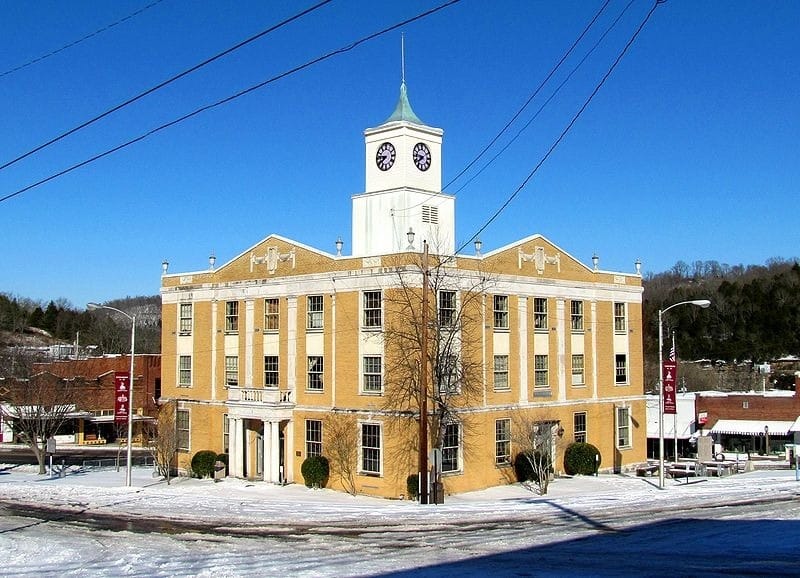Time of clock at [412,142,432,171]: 7:46
